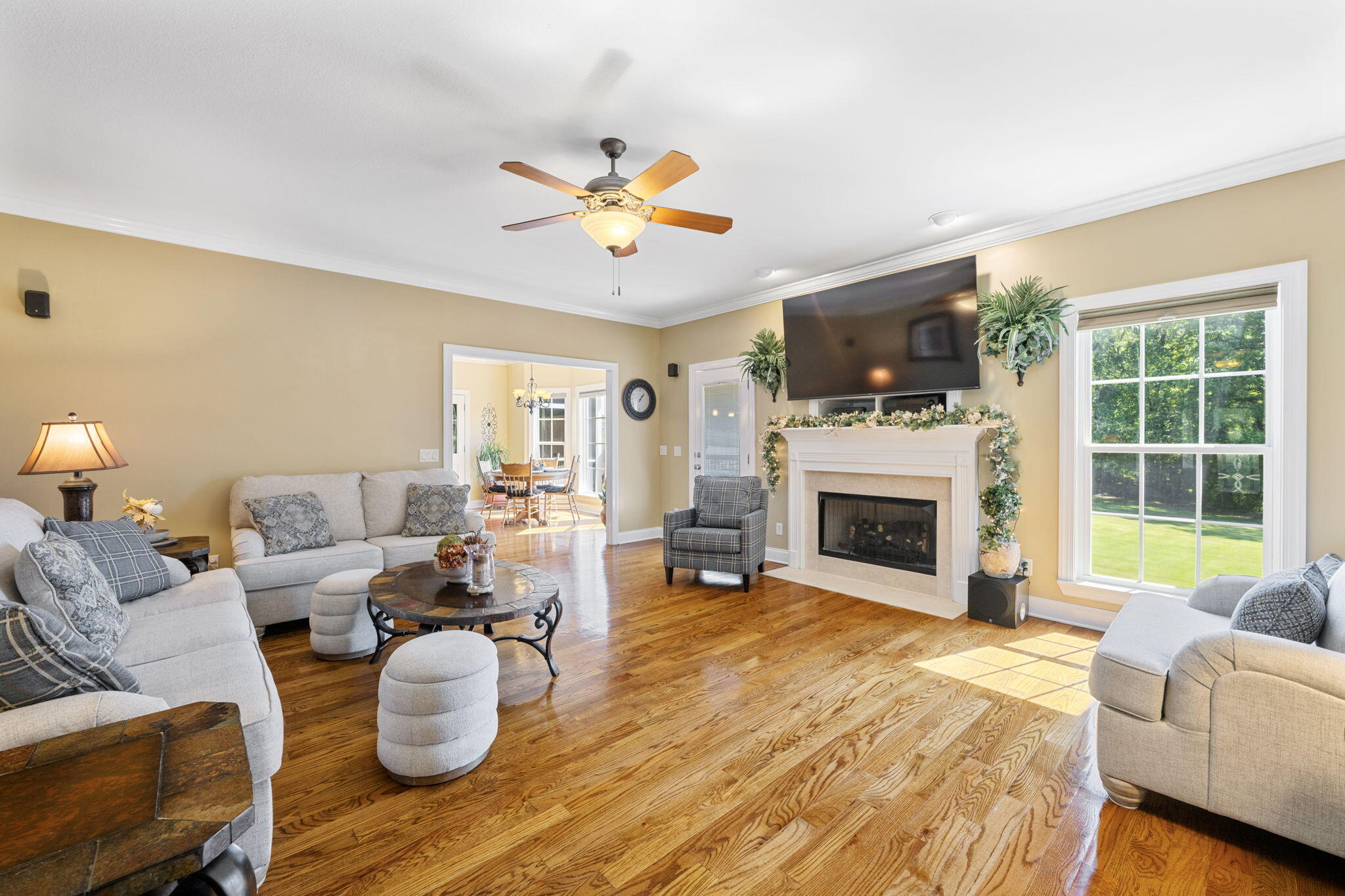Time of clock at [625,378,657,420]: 1:07
